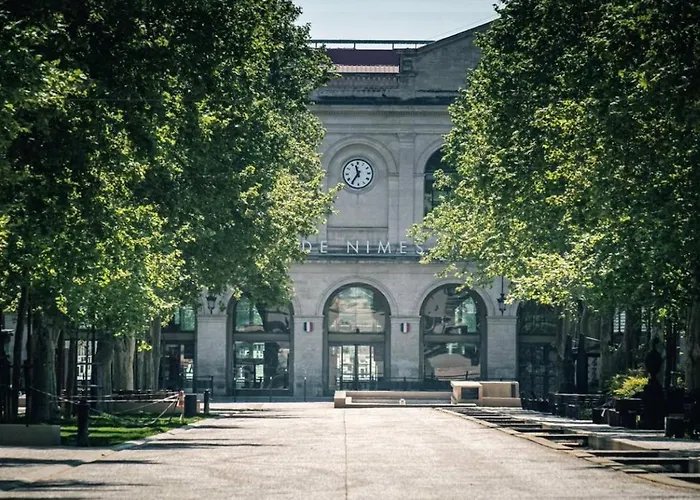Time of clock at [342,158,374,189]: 11:35
